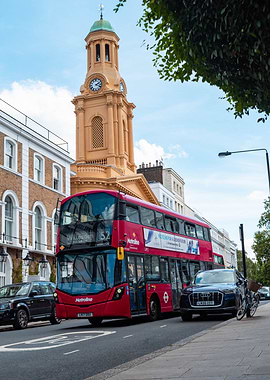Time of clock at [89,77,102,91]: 2:18
